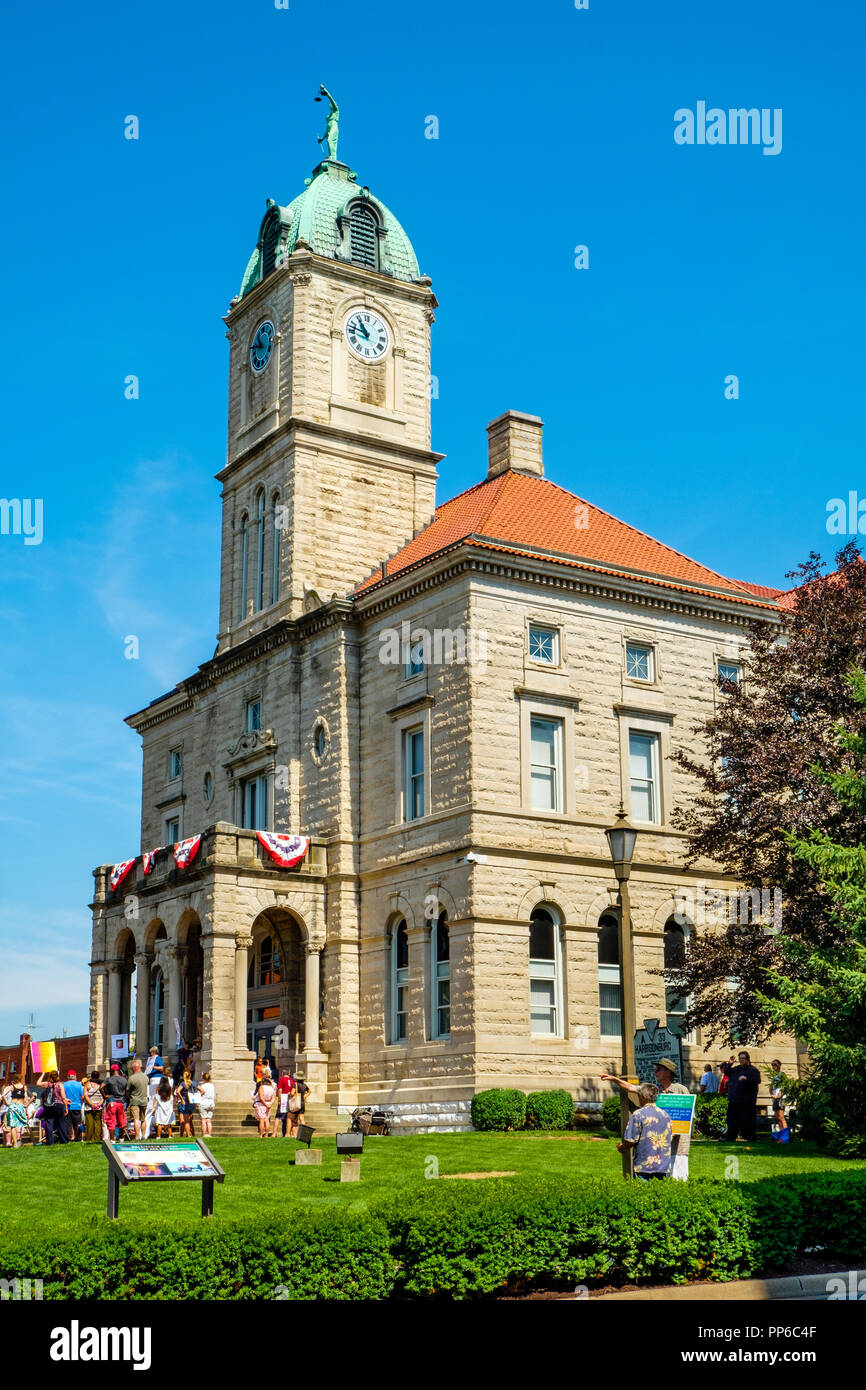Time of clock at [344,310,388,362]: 10:47
